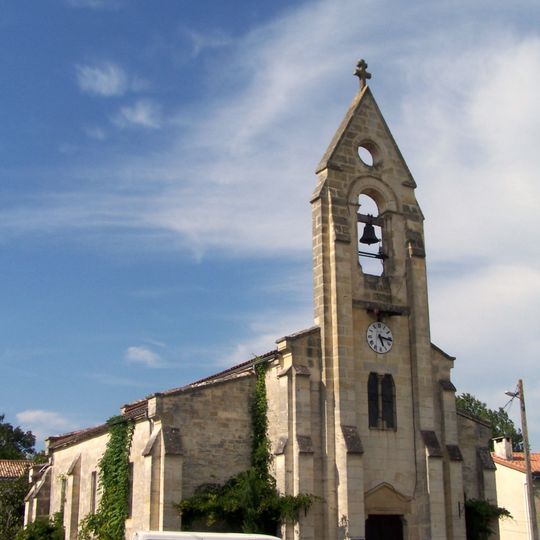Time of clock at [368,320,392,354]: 5:16
